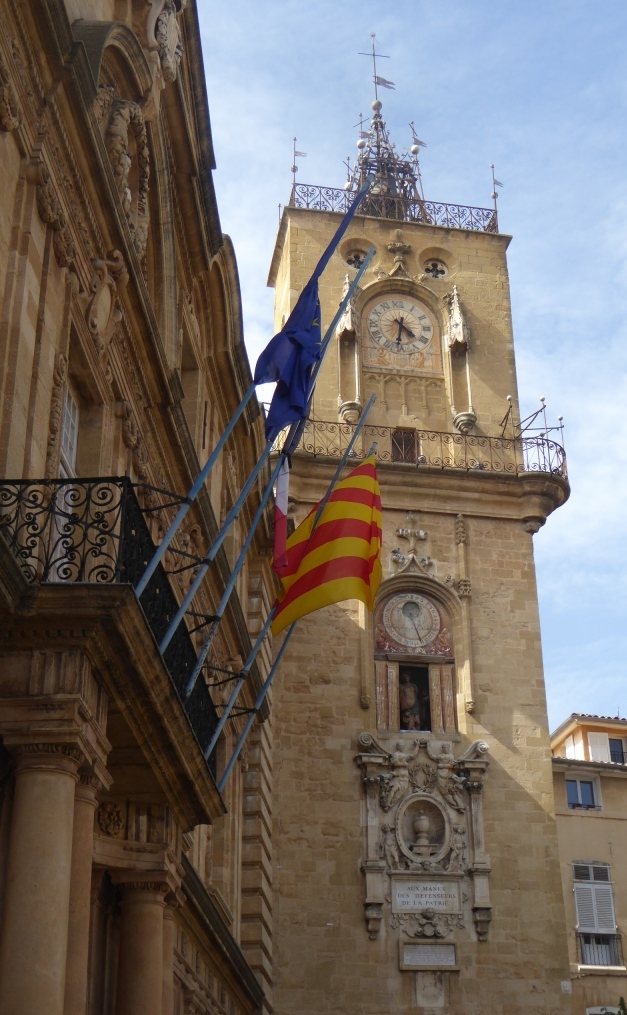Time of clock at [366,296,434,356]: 4:31
